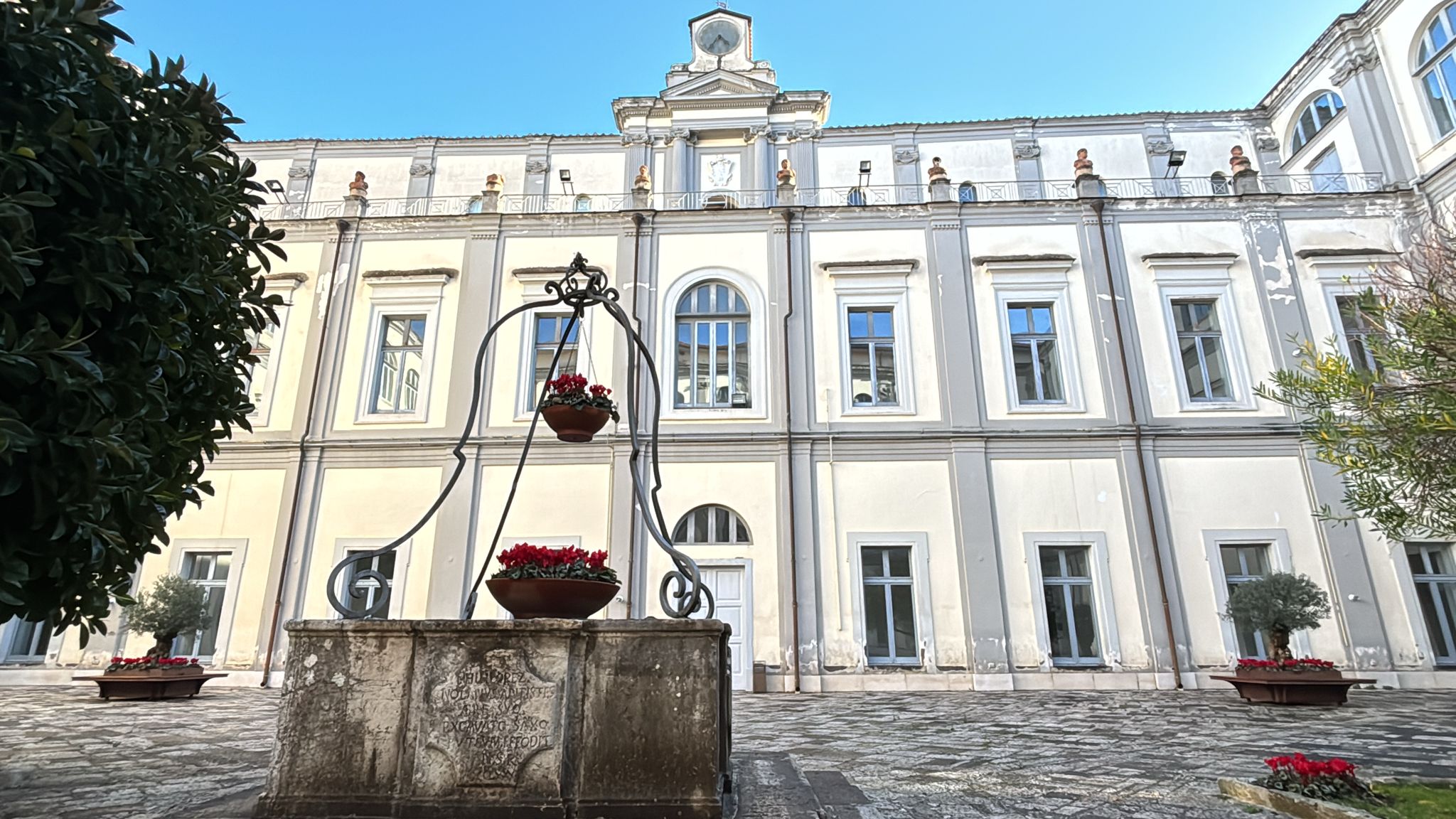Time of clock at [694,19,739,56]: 4:35
